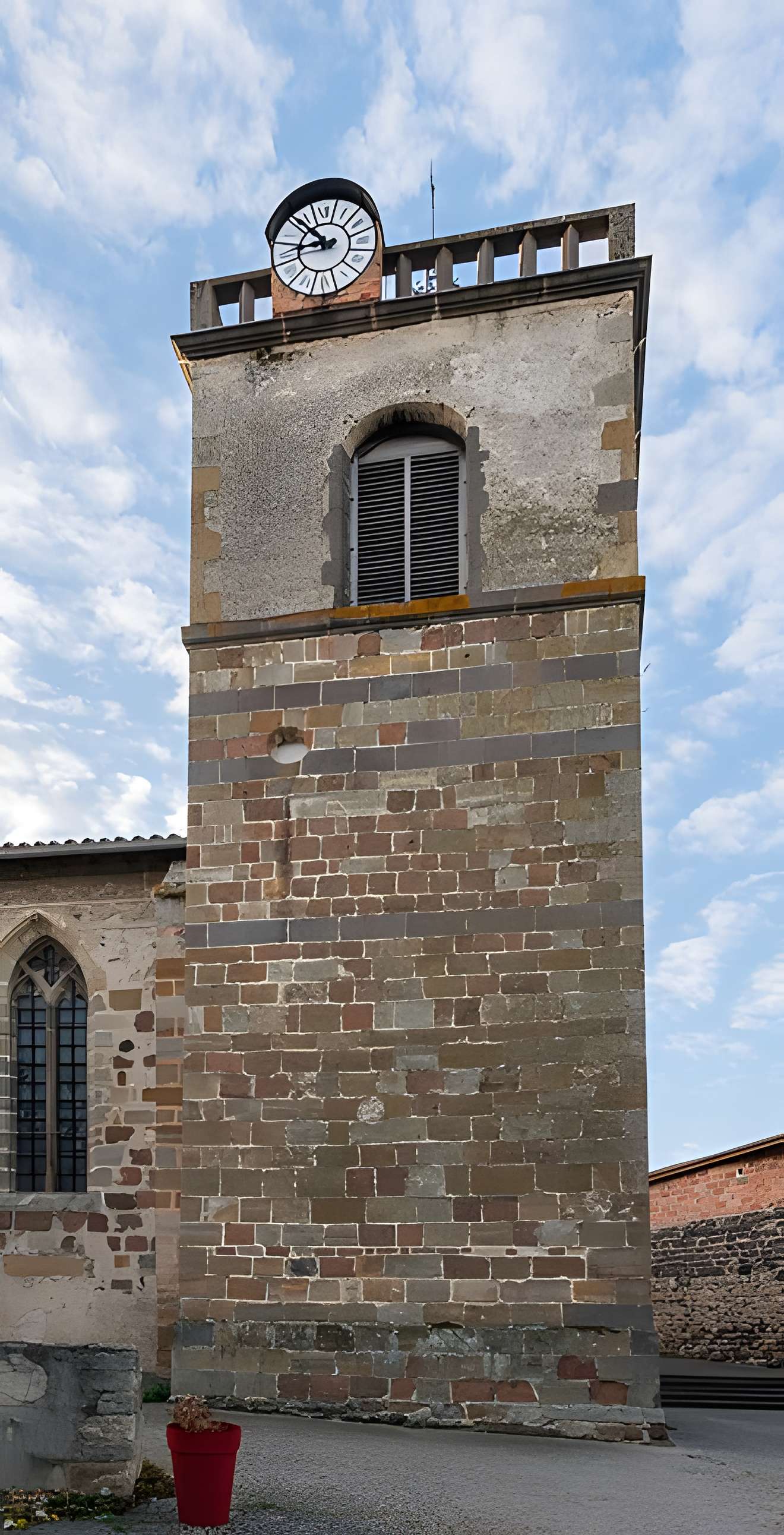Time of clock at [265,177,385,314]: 8:51
